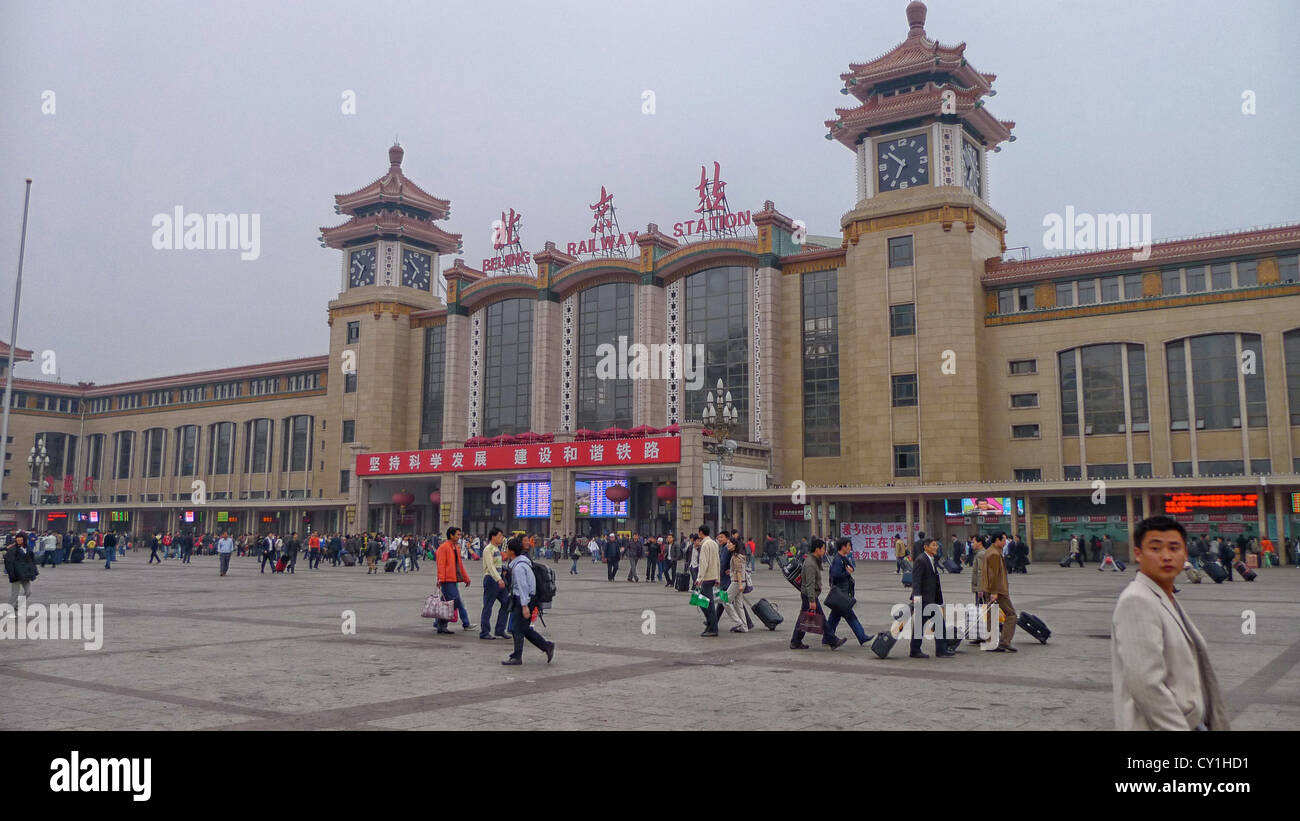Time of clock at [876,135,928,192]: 6:51
